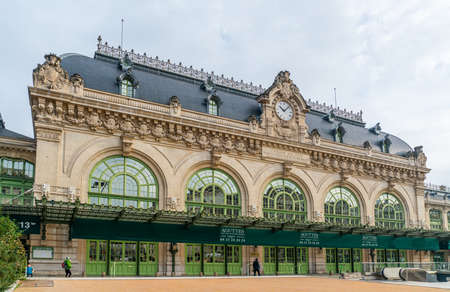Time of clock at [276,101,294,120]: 10:07
